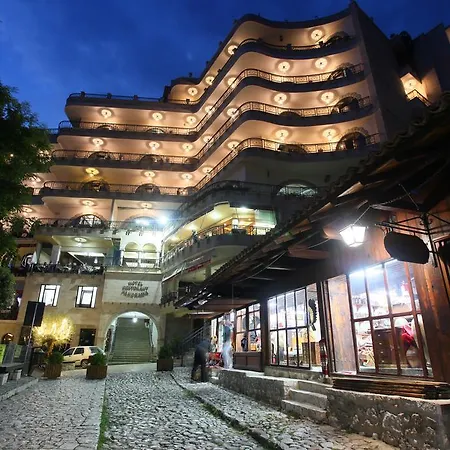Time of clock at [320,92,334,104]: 4:35
